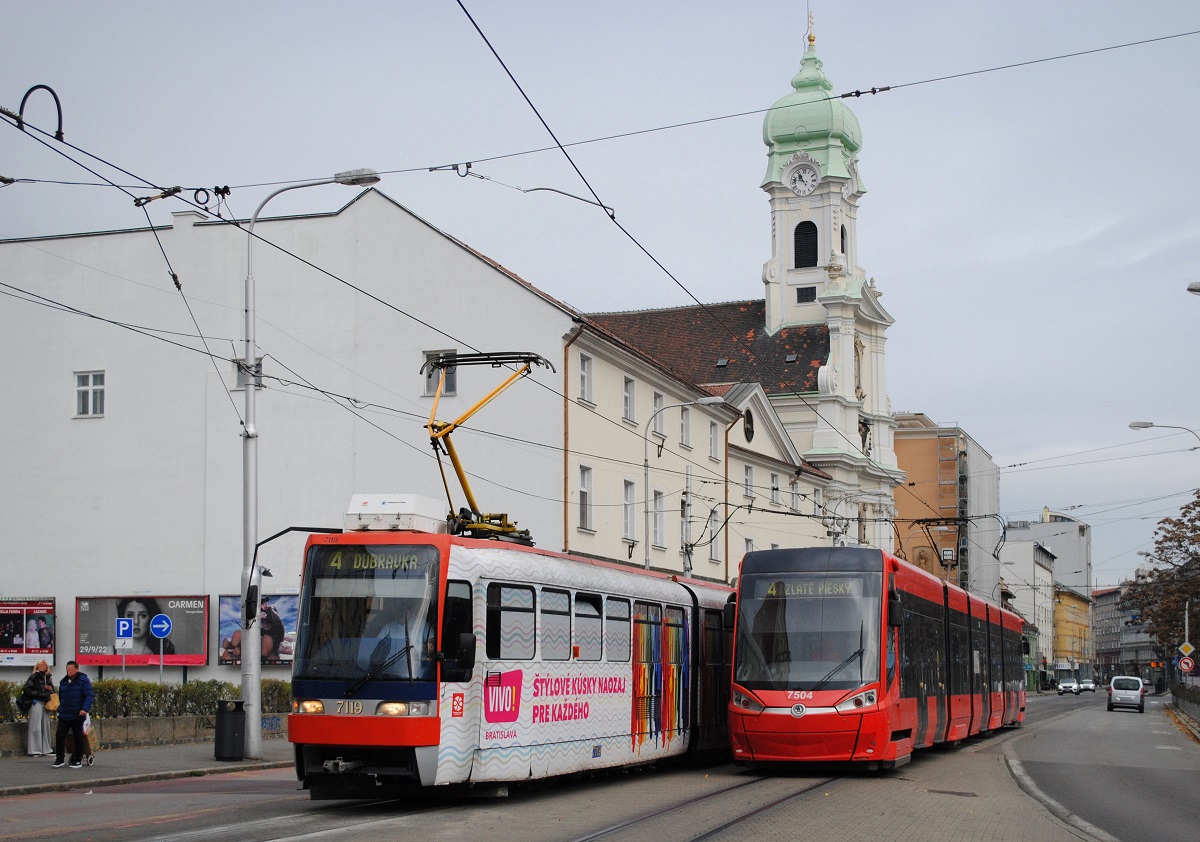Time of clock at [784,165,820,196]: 10:47
